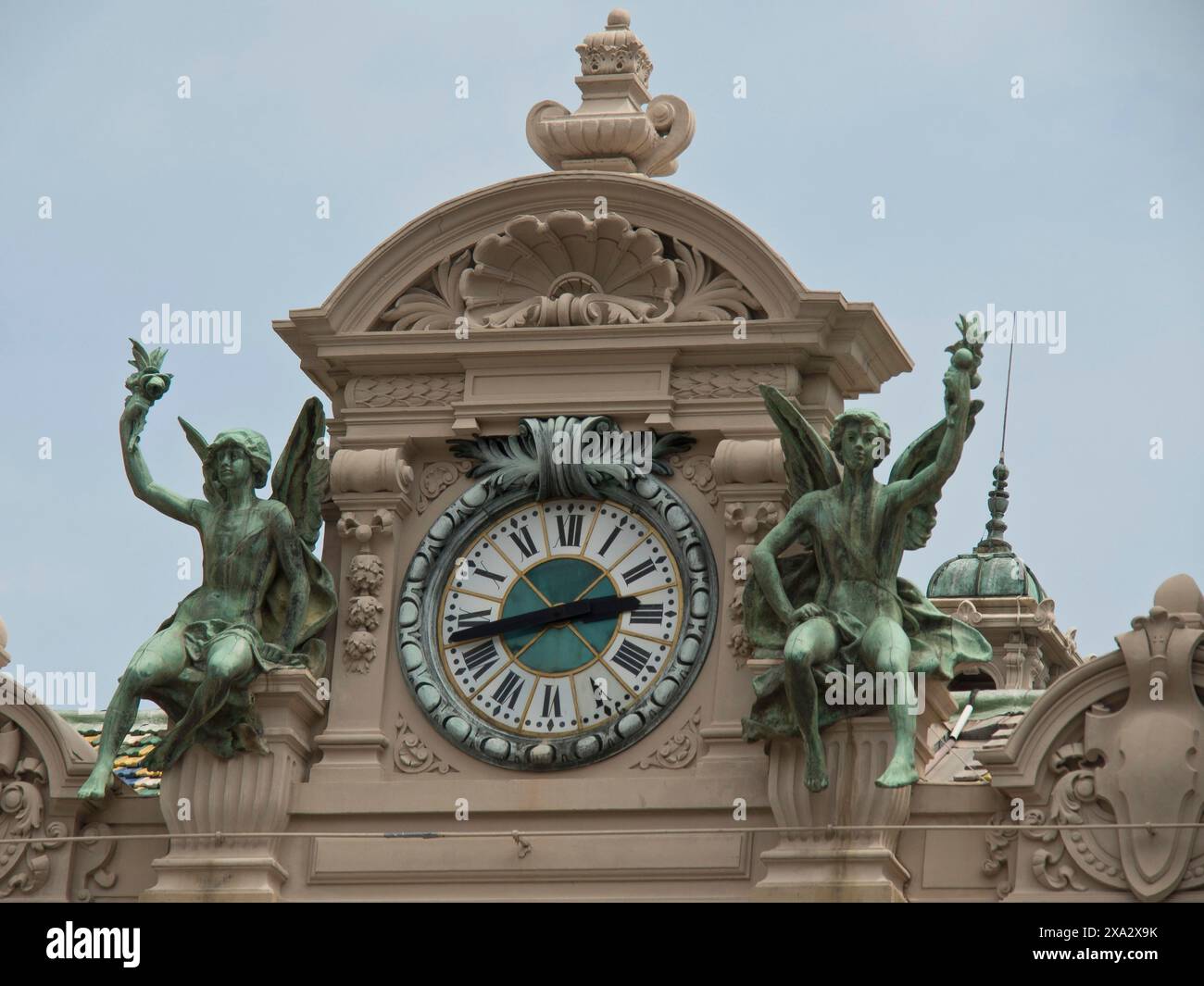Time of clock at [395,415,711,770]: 2:42
